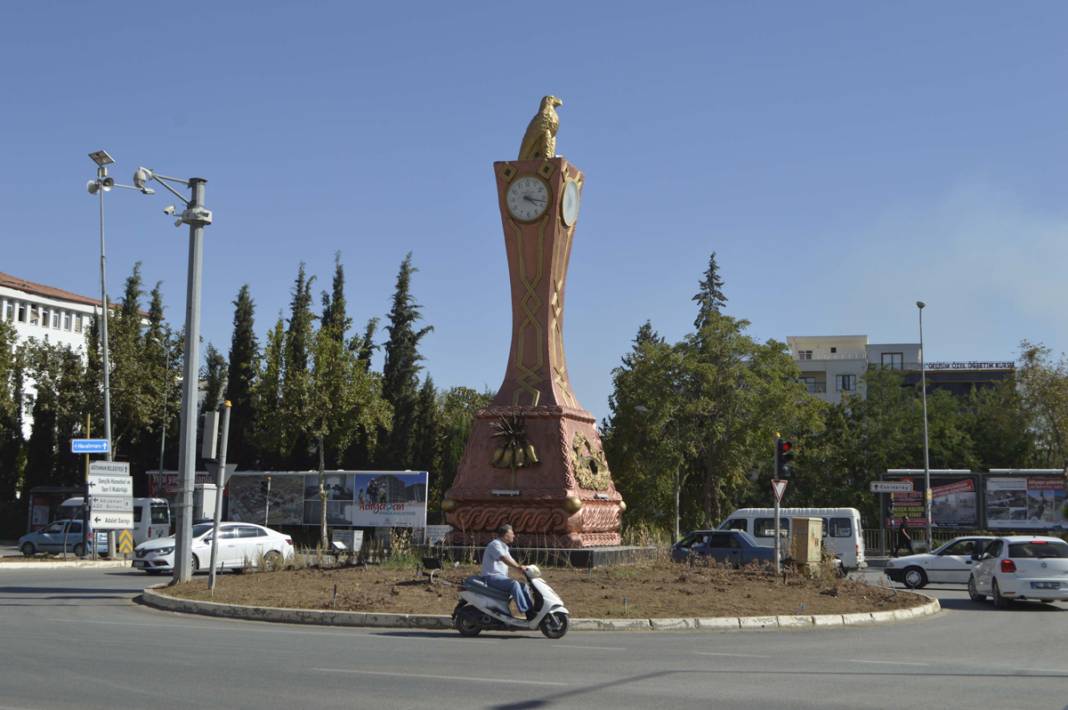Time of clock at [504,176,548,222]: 4:17
